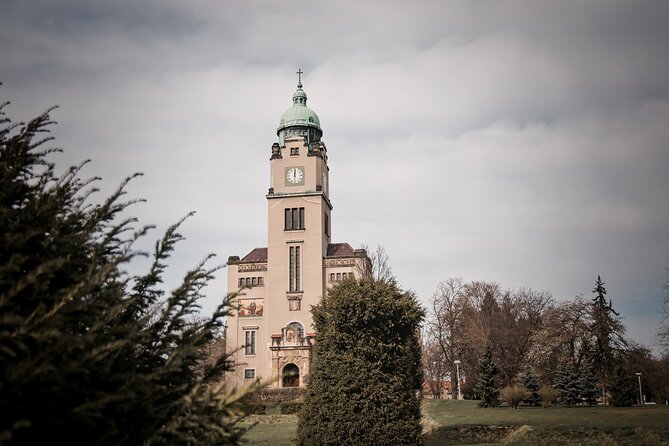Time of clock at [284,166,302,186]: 12:00
